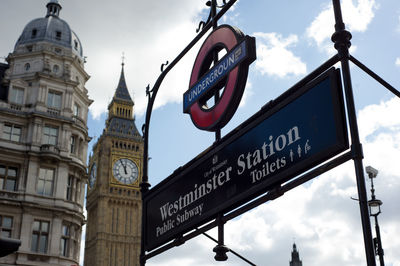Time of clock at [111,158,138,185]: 11:55
